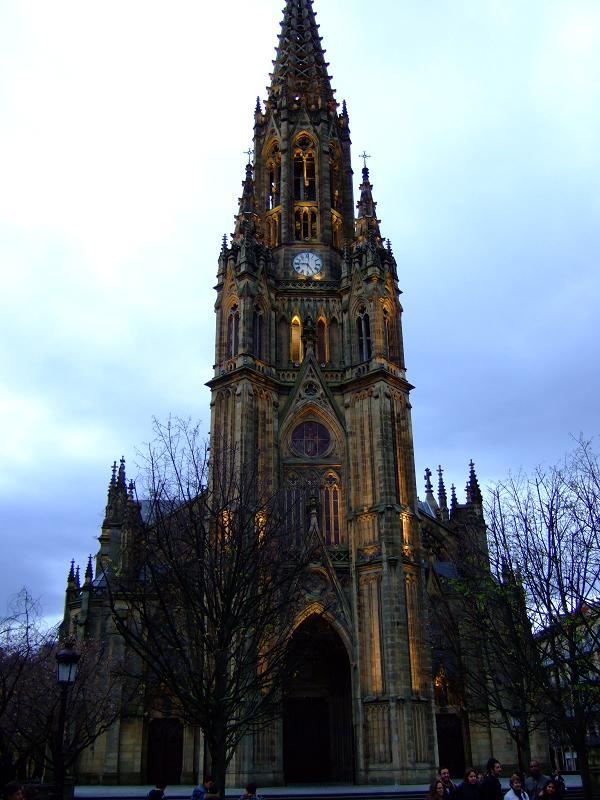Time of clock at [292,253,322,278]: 4:45
